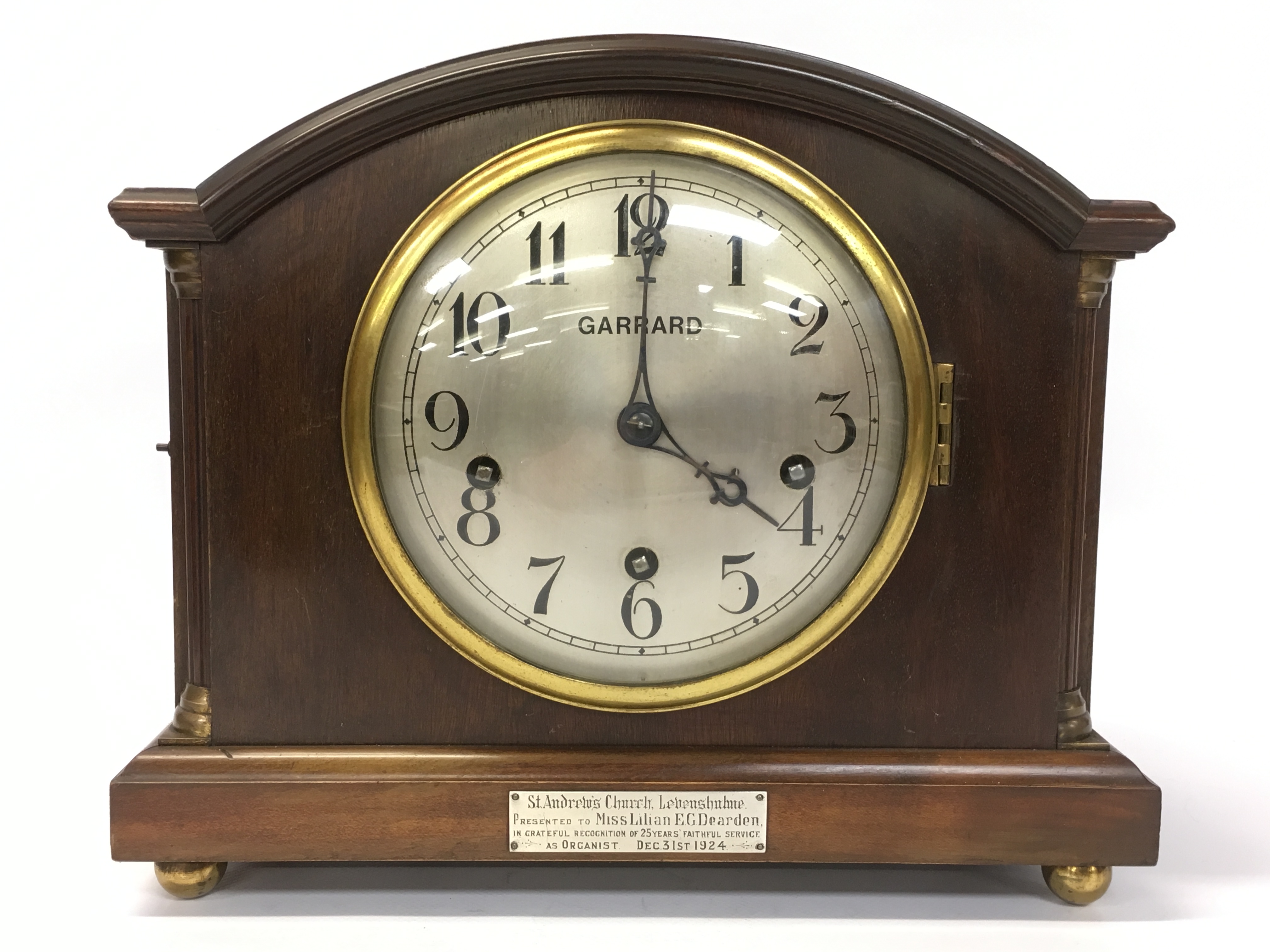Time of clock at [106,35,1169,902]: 4:00
